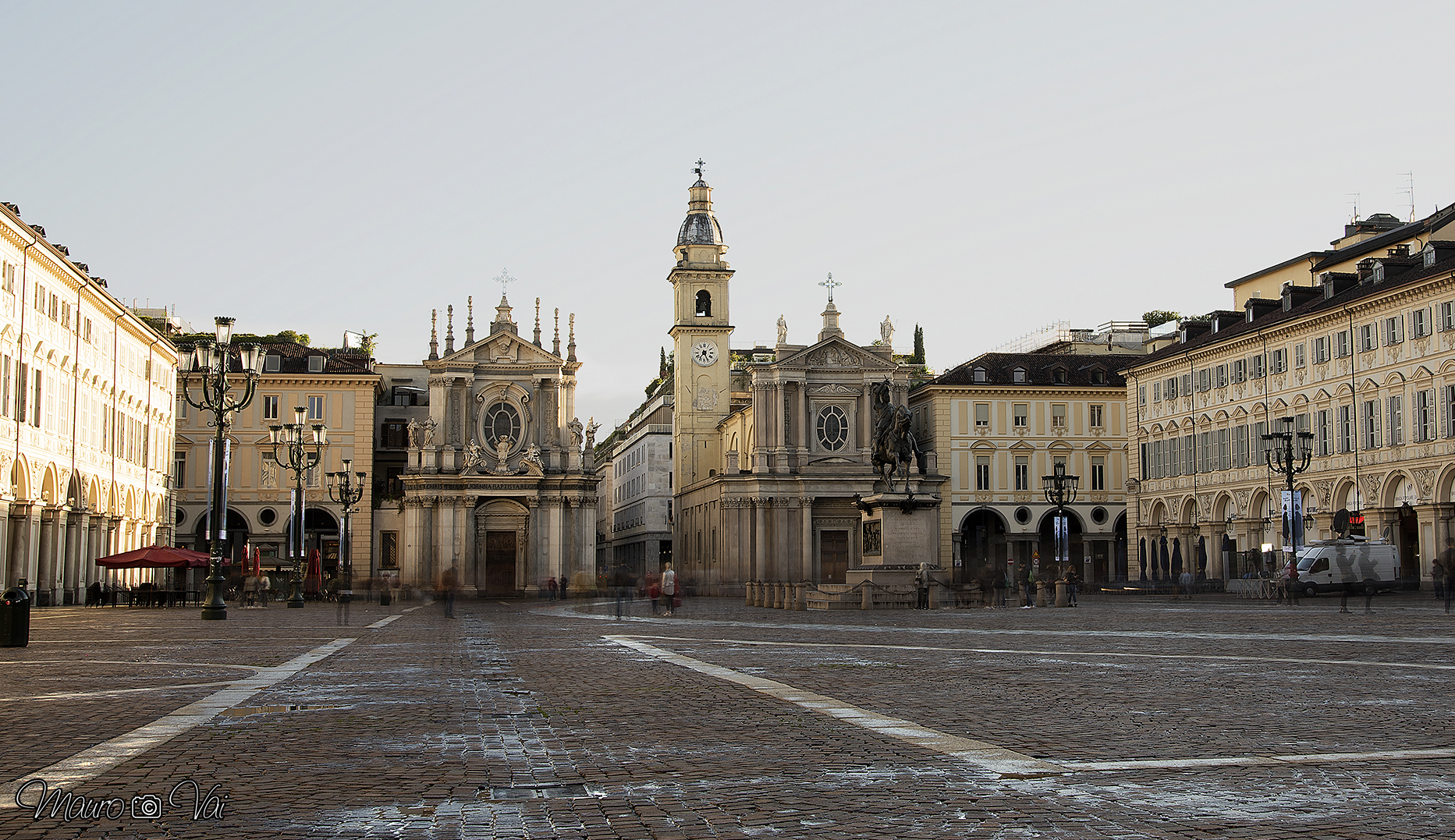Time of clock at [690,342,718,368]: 7:25
